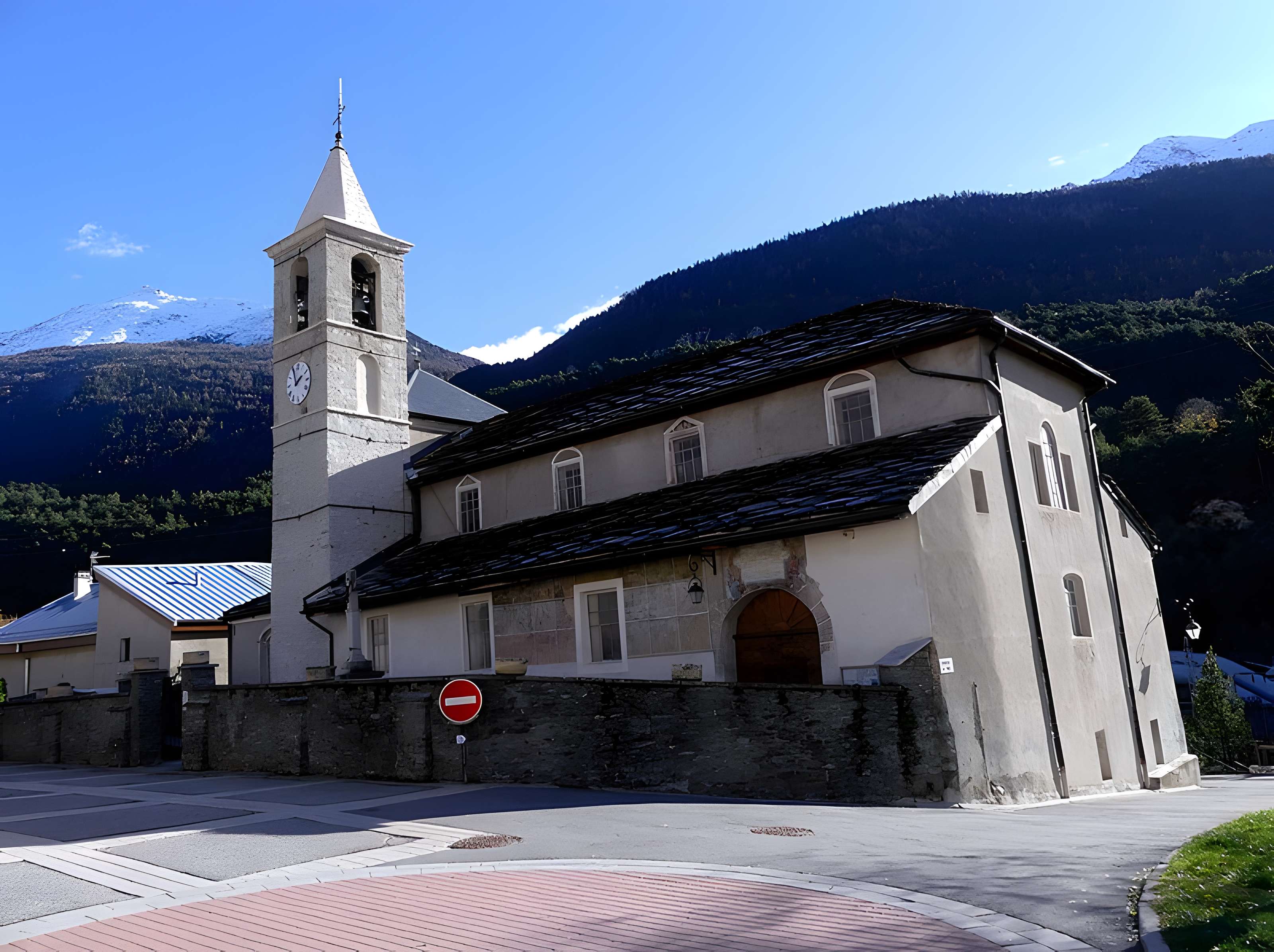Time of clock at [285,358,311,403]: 1:56
